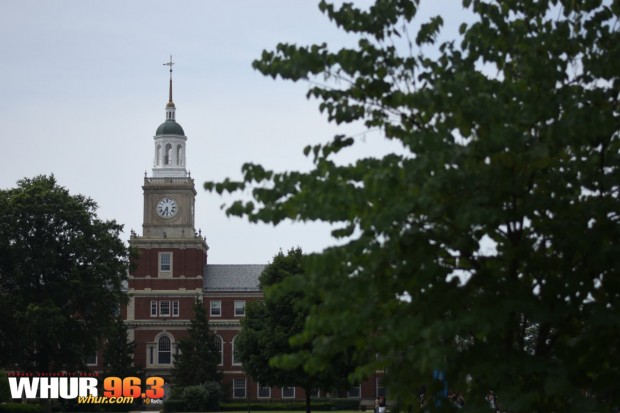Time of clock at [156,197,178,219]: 5:35
